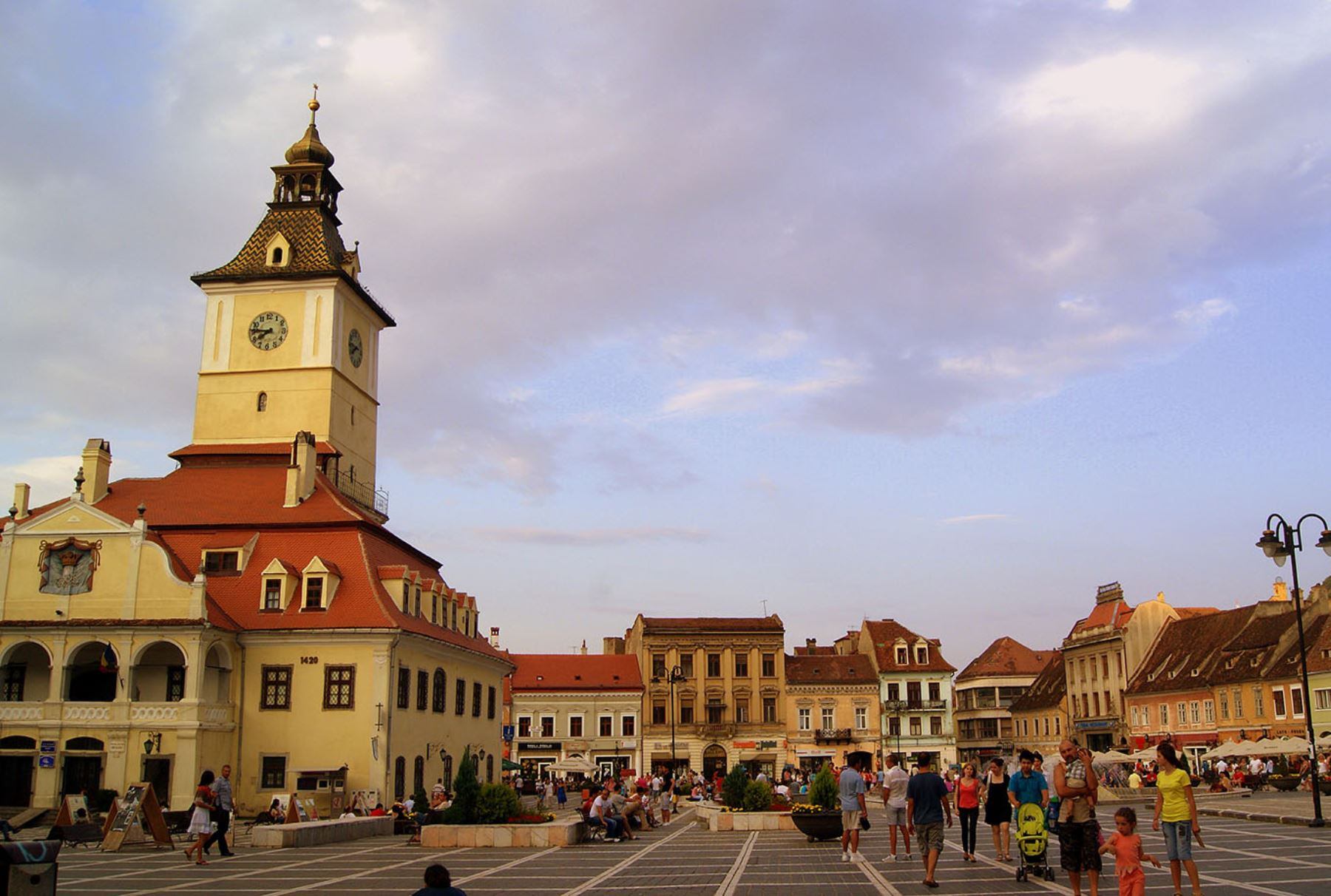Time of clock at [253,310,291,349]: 7:46
